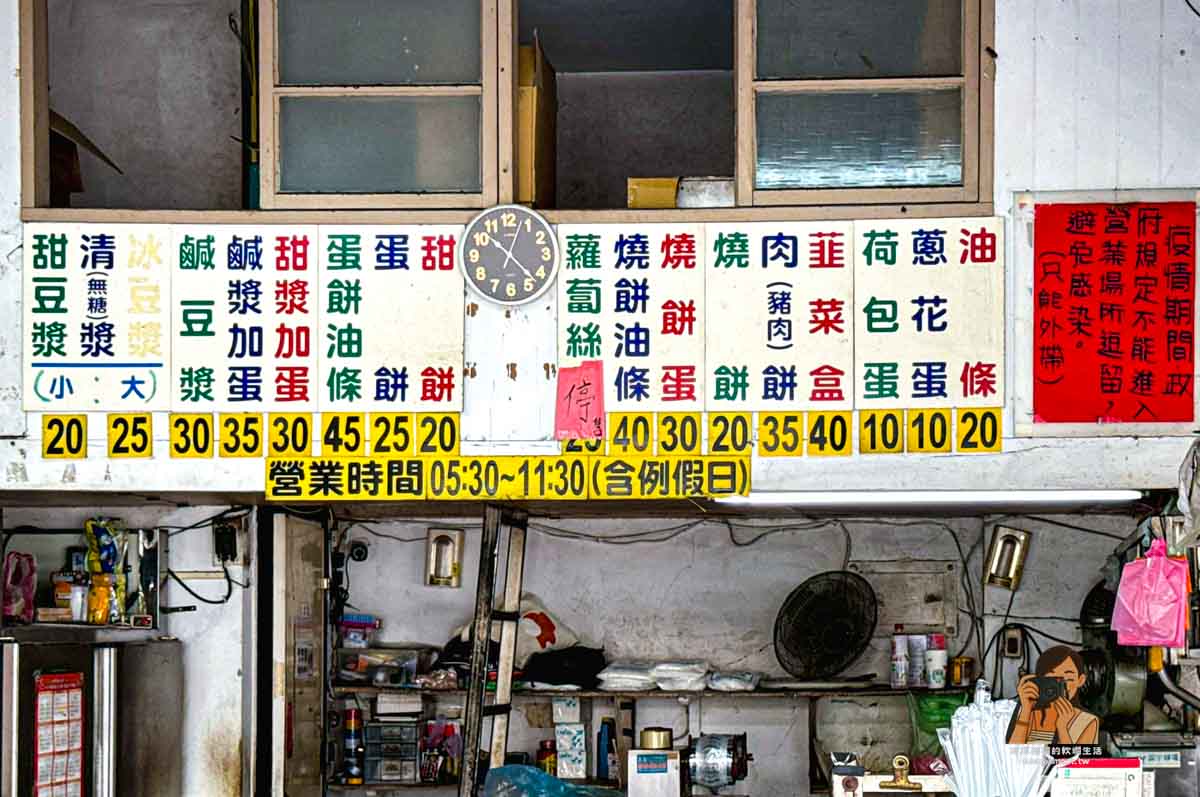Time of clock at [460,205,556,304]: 10:22
